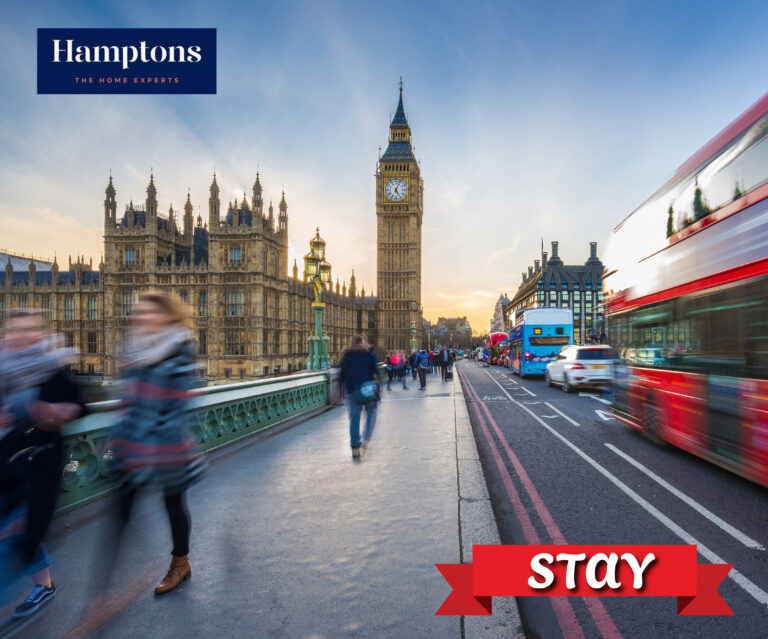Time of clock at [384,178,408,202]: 5:03
